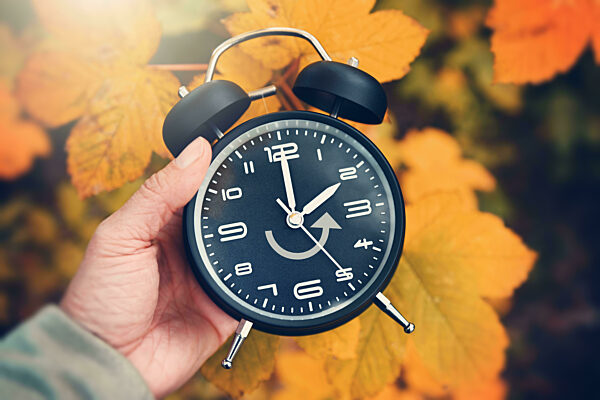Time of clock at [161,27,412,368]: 2:00
